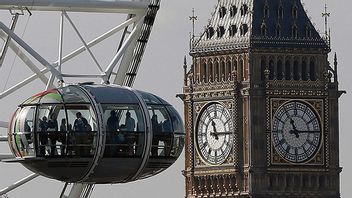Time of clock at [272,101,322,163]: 11:14
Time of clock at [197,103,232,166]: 11:14
